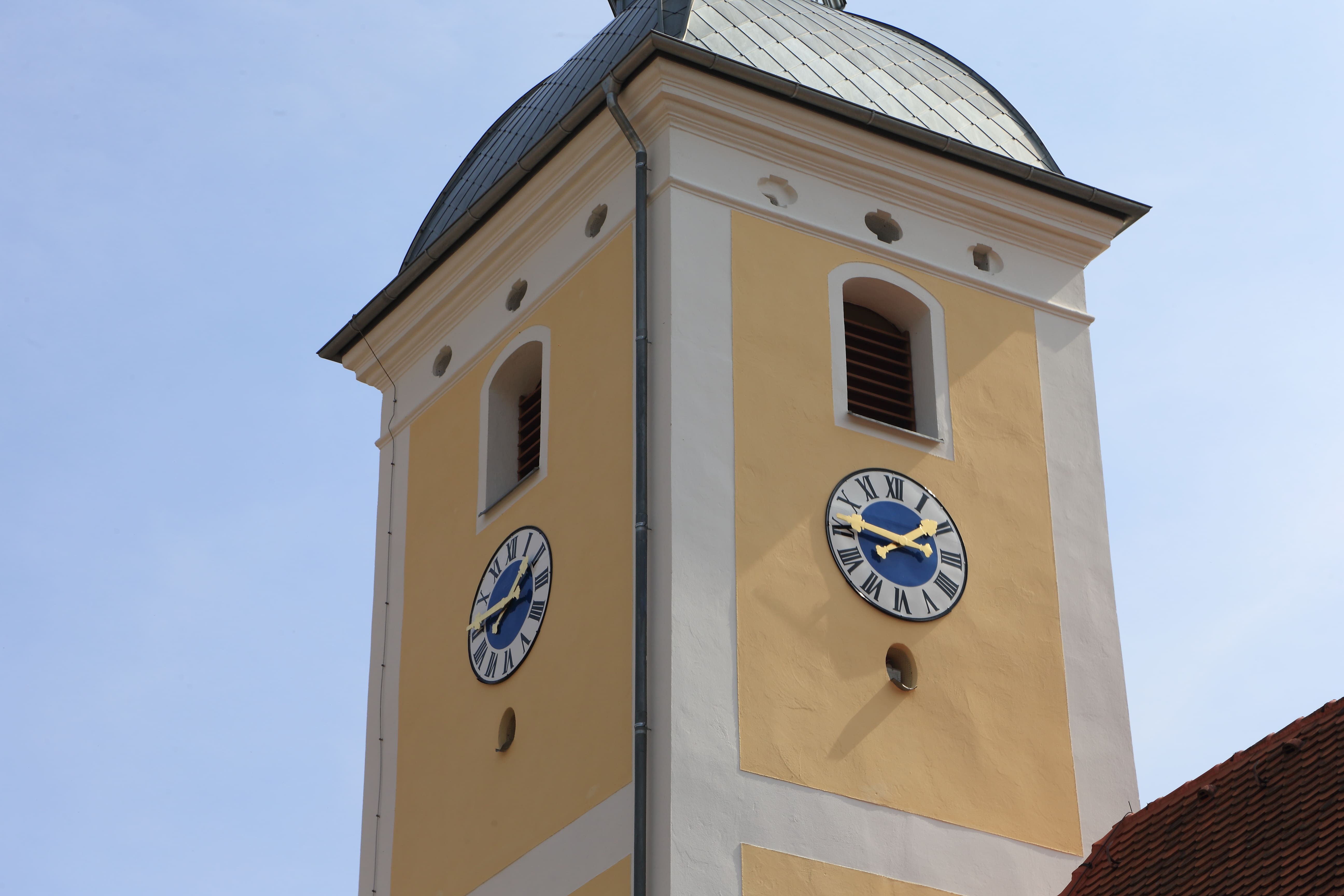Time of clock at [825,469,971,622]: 1:46
